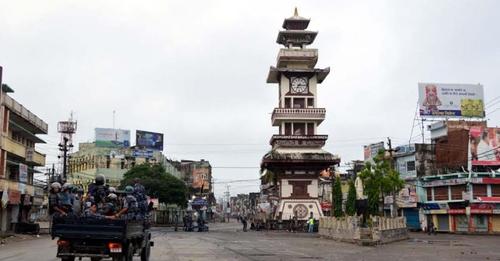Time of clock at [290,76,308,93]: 7:15
